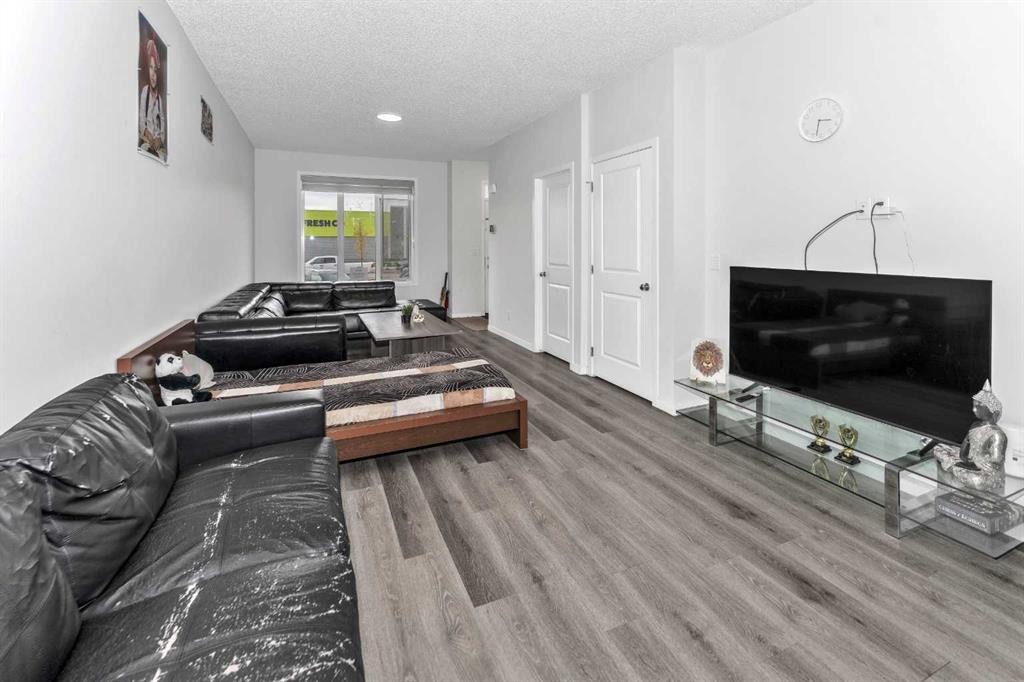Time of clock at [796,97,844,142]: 3:32
